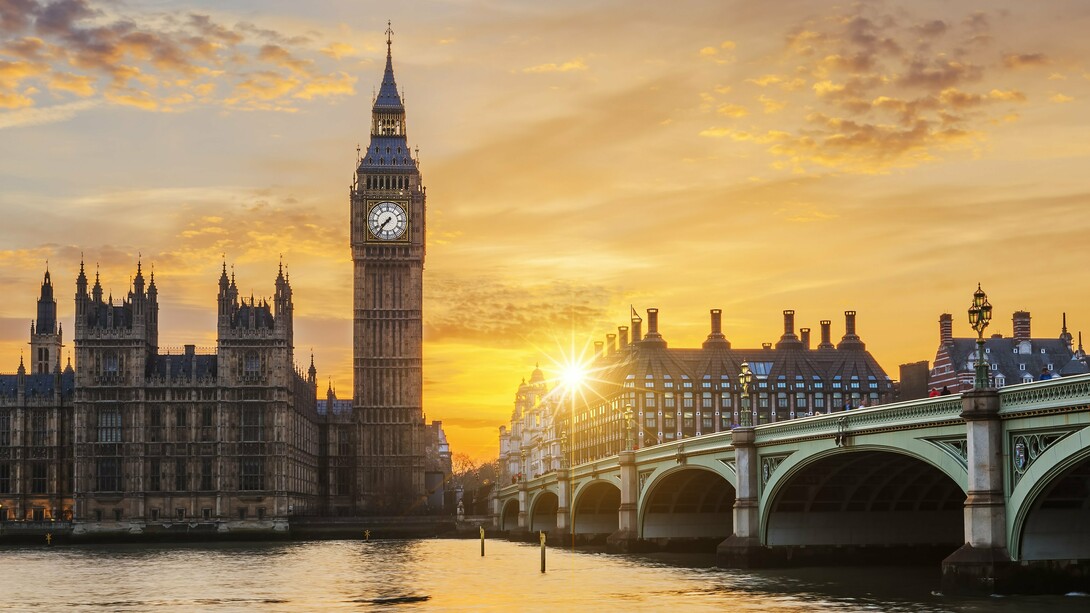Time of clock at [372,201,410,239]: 7:36
